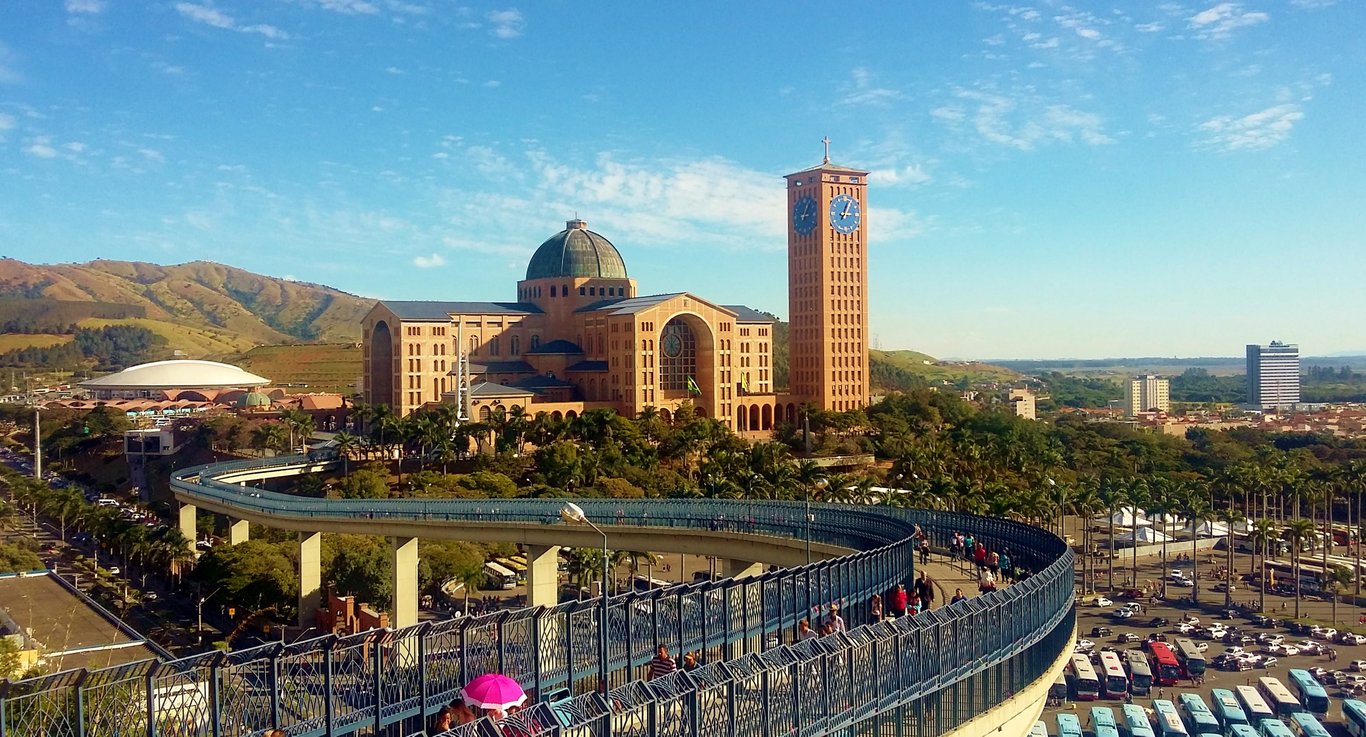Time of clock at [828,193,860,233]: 3:04
